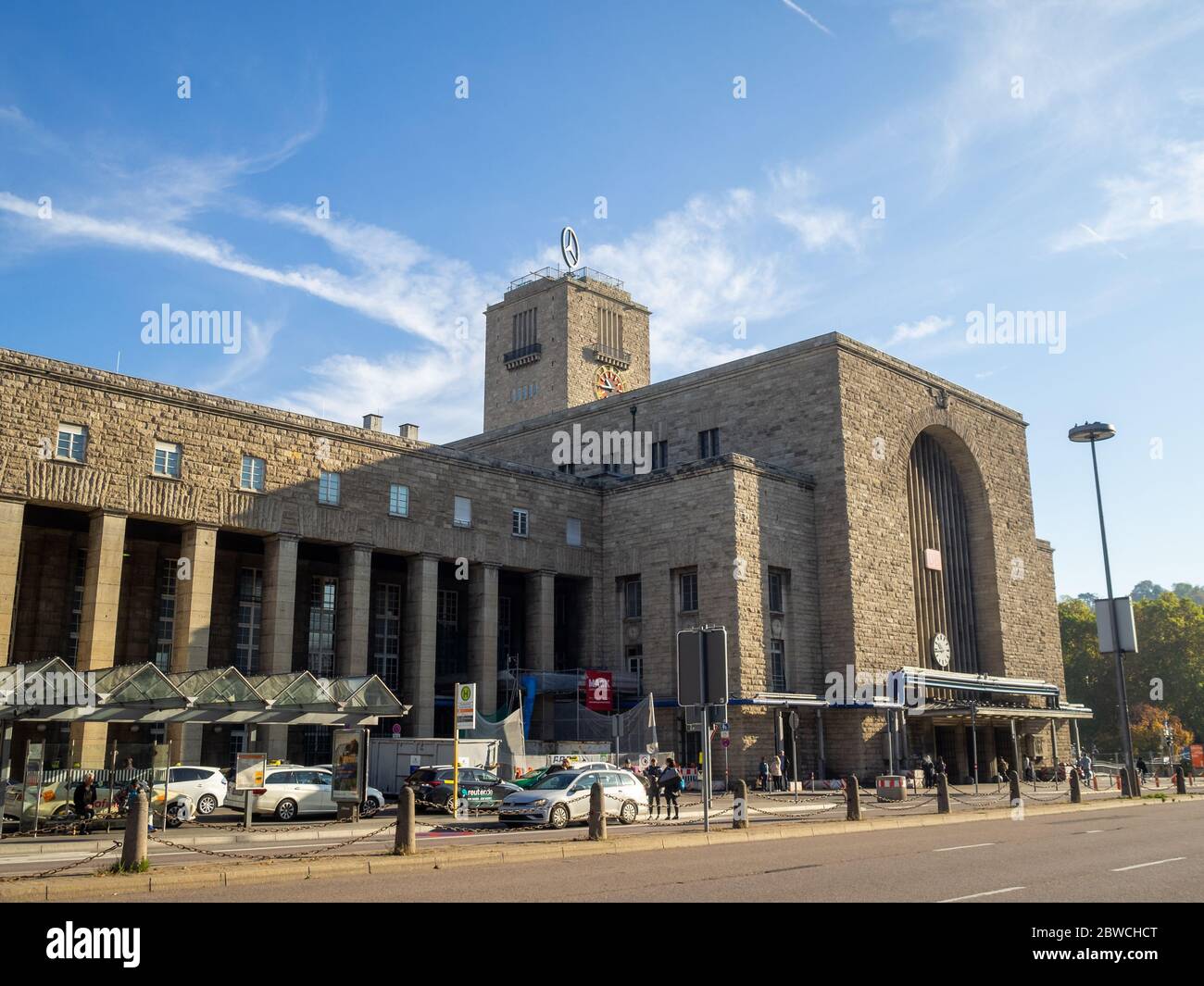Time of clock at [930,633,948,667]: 10:43
